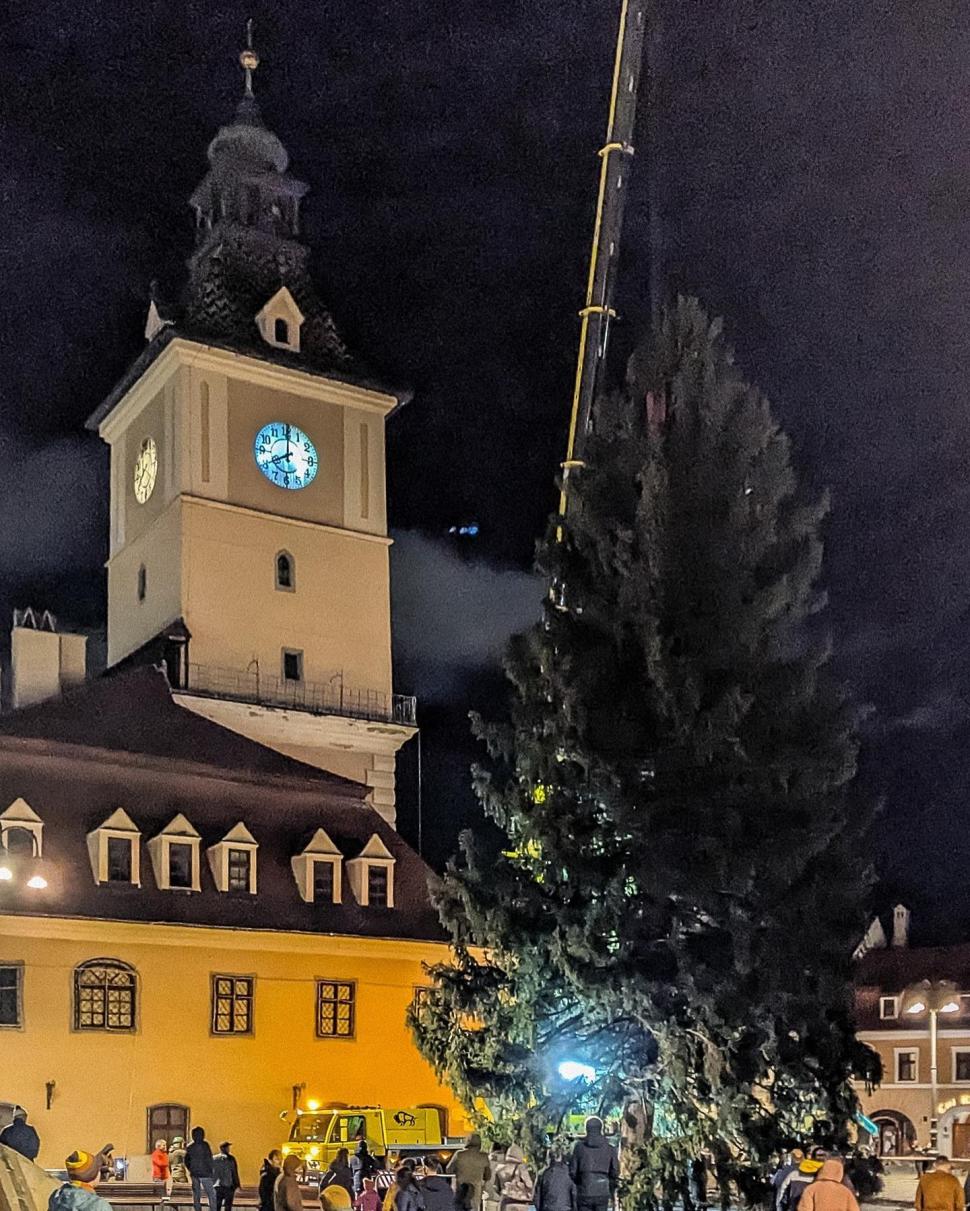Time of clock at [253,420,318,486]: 8:00
